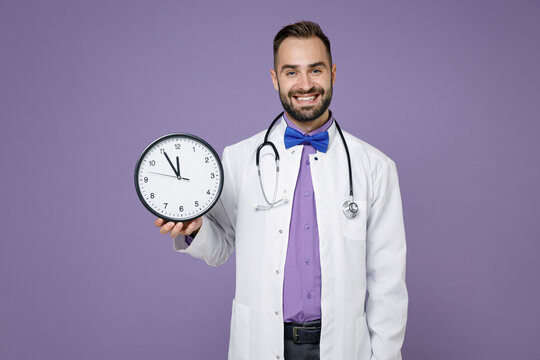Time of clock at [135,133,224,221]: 11:55
